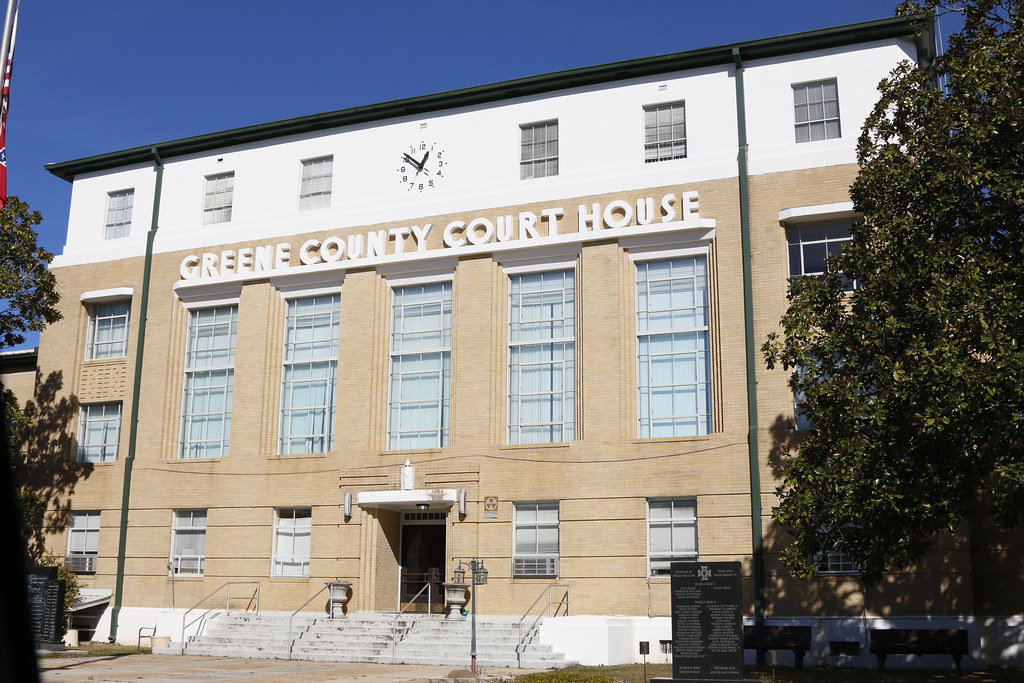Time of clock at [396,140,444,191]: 12:51
